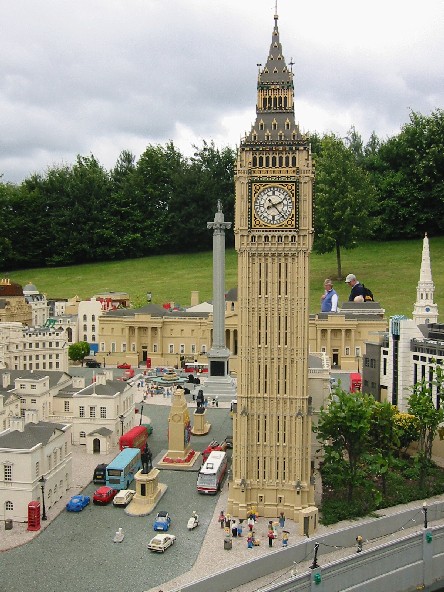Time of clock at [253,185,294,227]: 2:22
